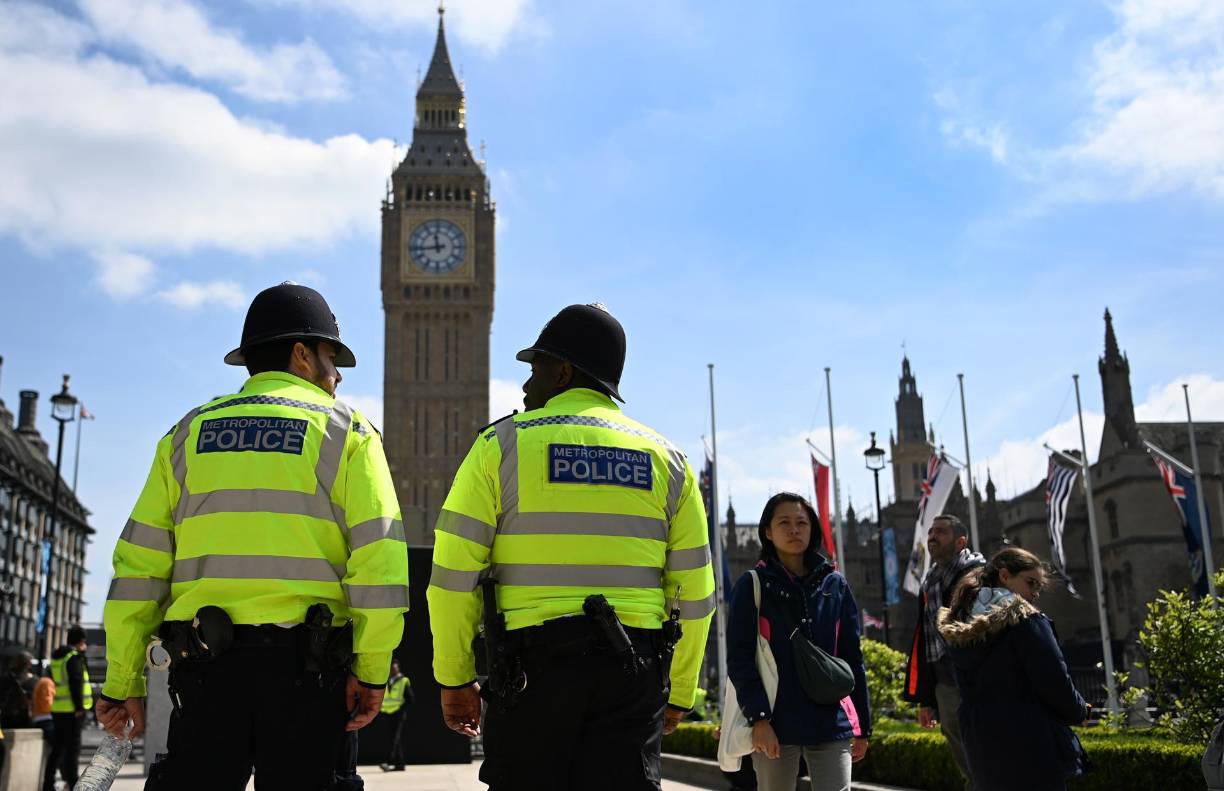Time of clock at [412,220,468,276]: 11:43
